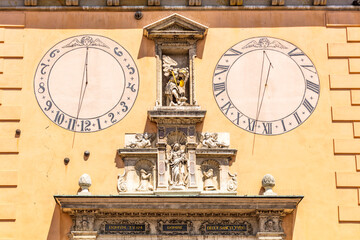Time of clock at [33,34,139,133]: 12:32
